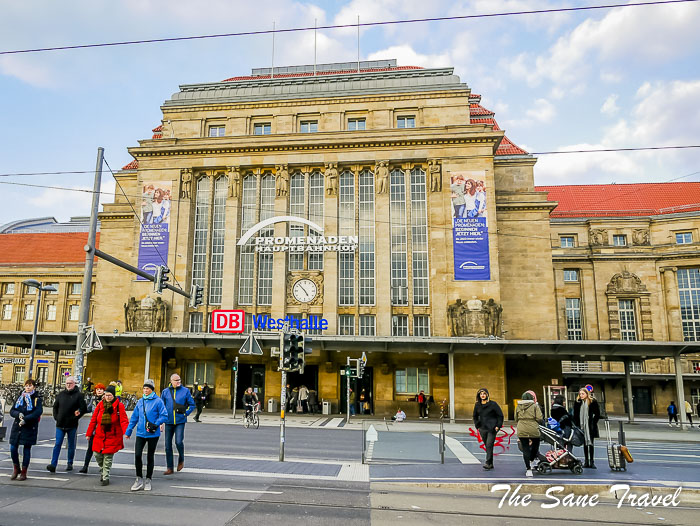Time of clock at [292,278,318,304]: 4:52
